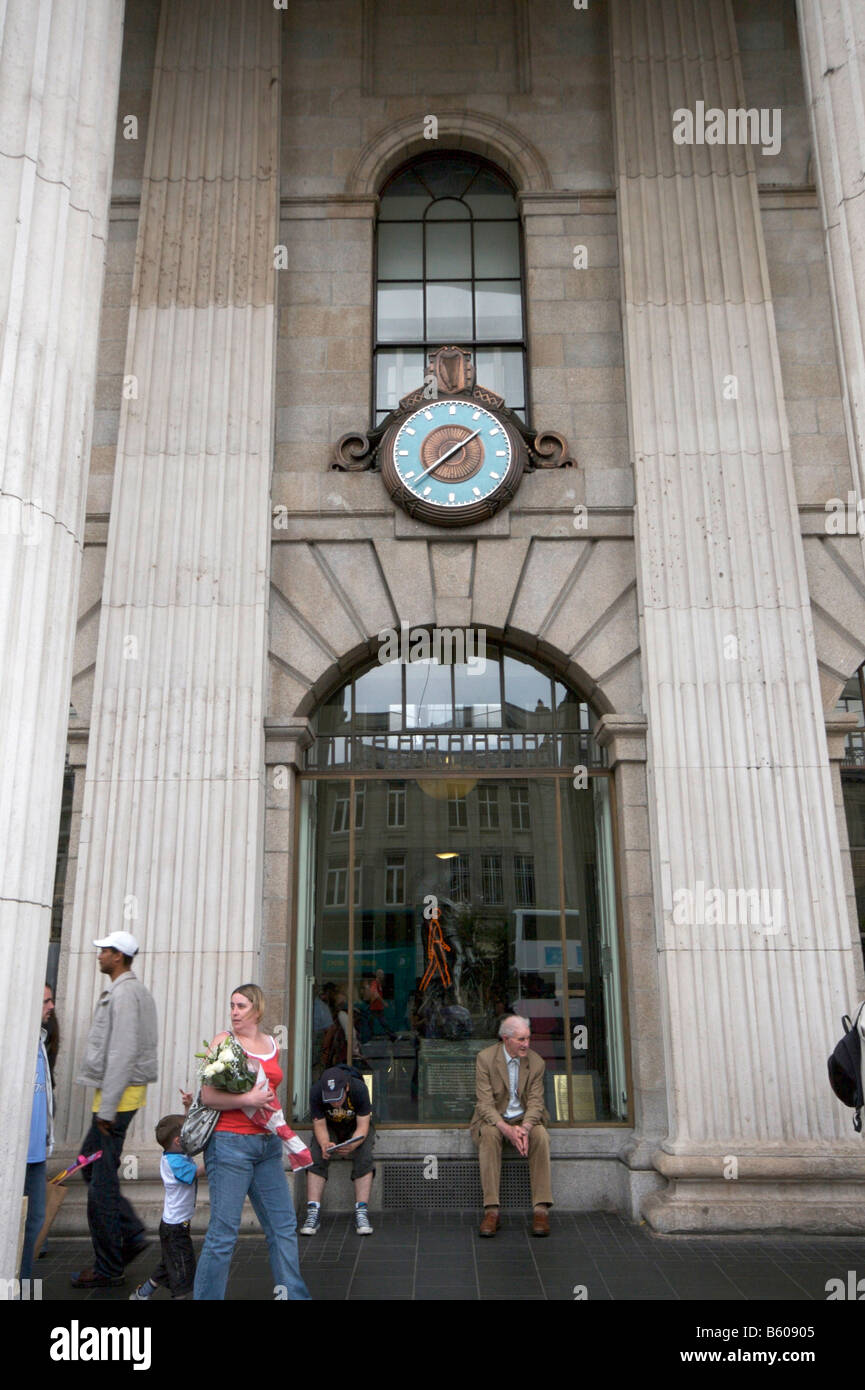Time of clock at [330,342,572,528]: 1:37
